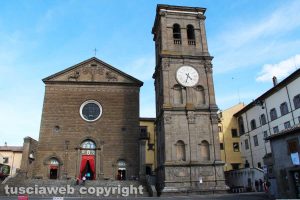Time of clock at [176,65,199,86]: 4:32
